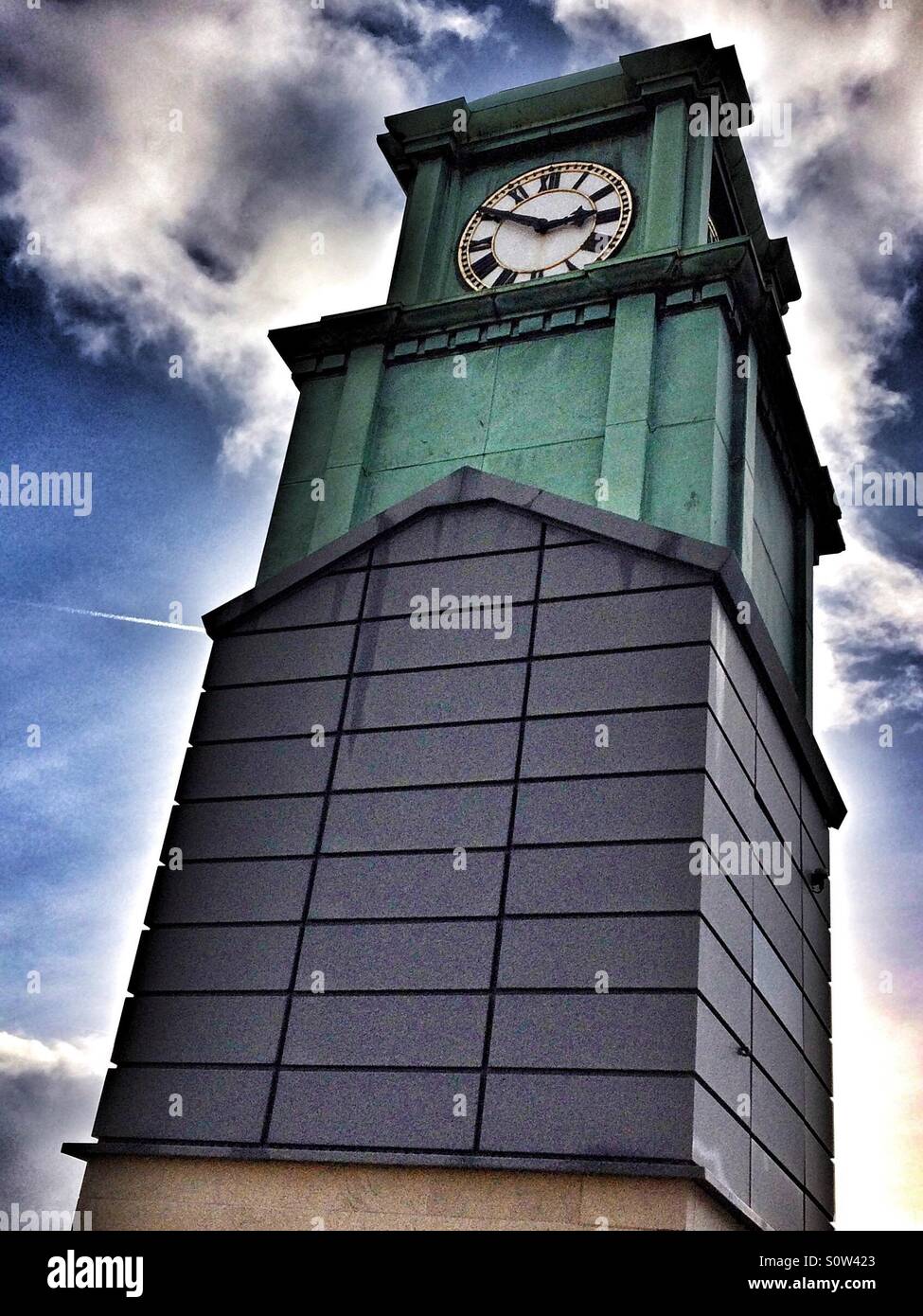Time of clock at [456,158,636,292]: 2:50
